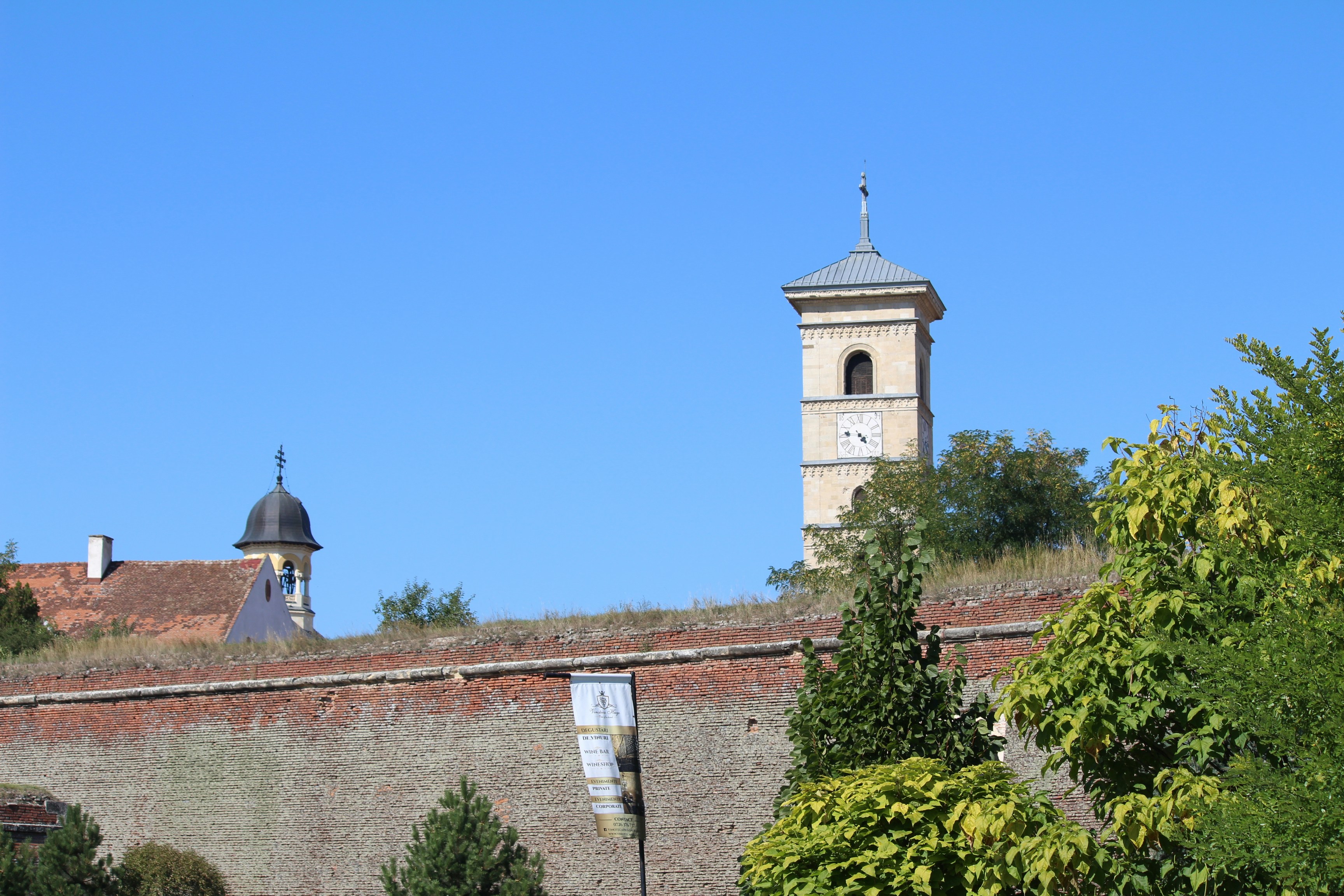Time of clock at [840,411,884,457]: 4:46
